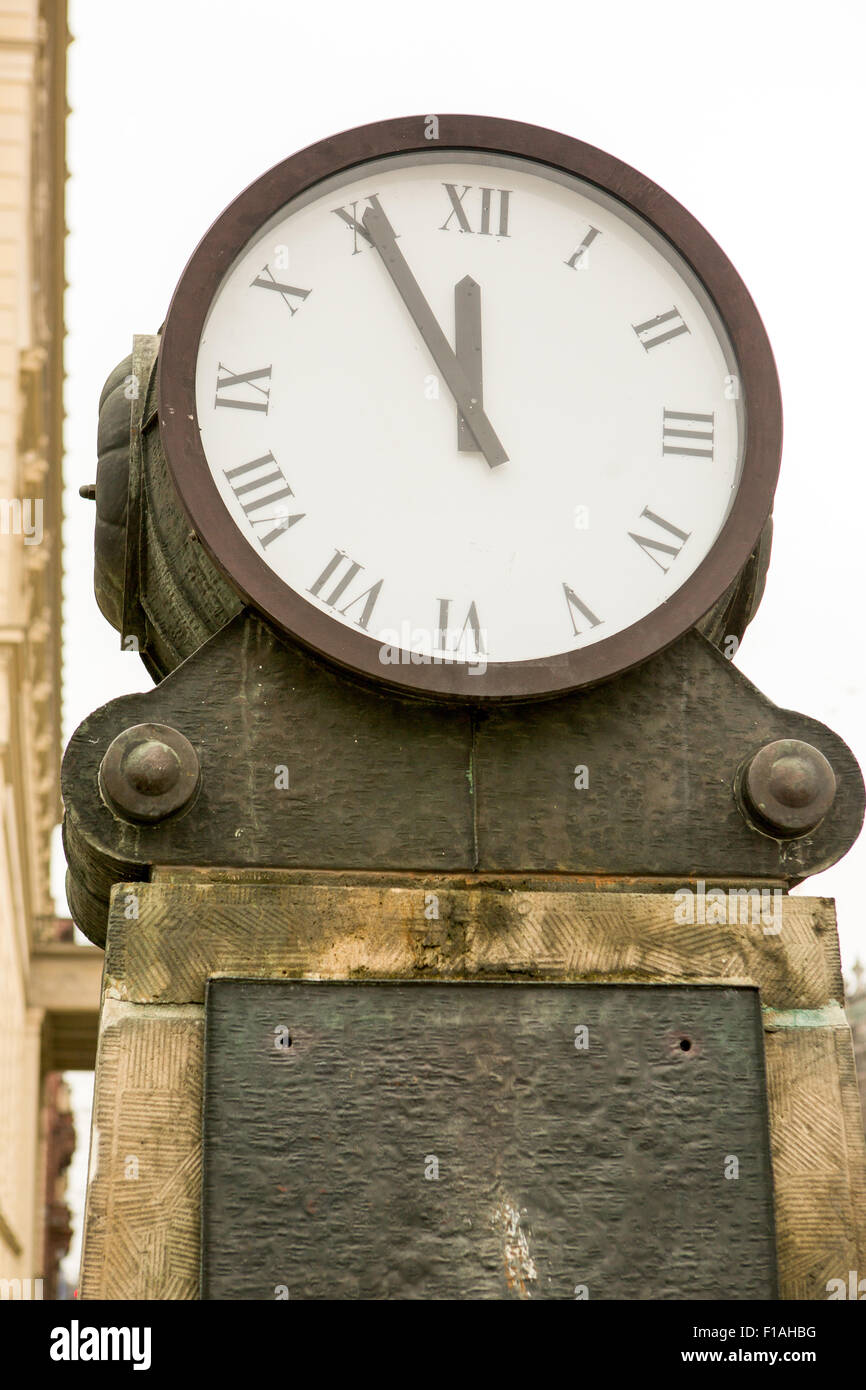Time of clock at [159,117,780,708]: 11:55
